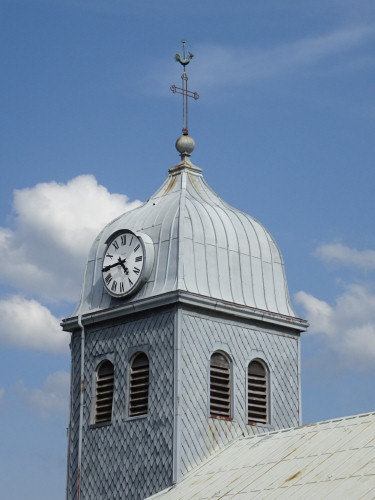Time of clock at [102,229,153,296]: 4:44
